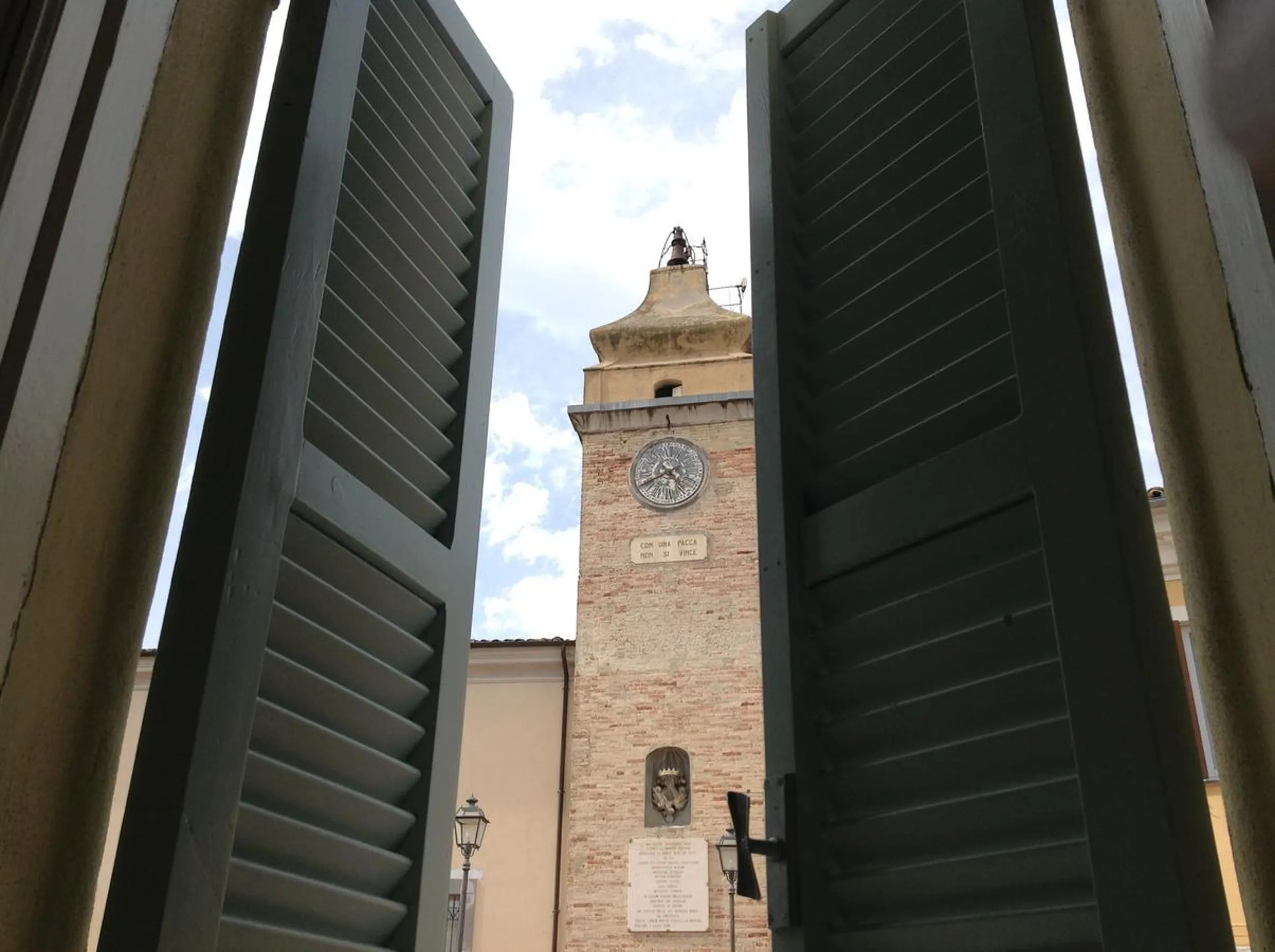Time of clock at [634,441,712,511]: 4:40
